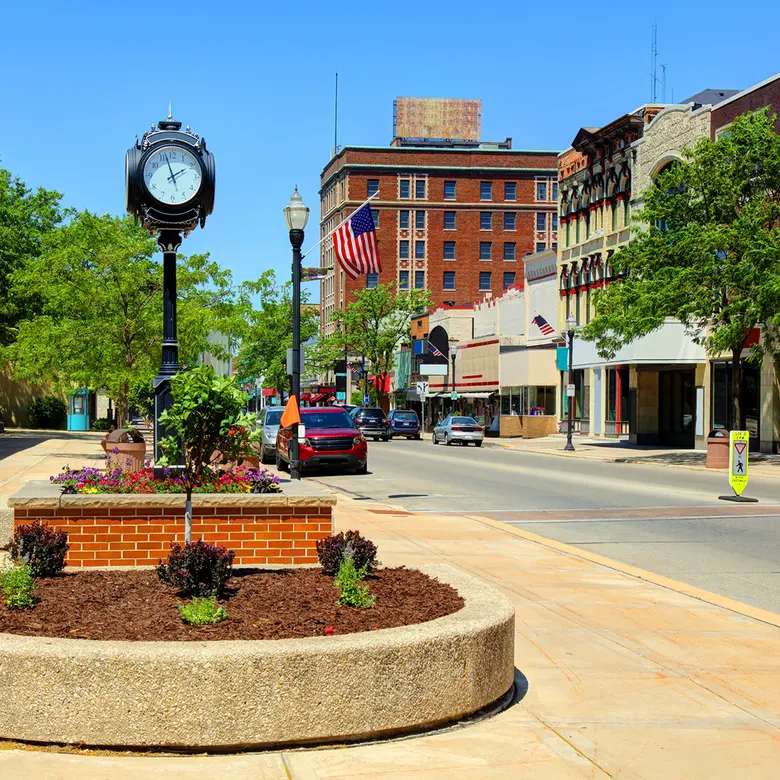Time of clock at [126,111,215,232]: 1:57
